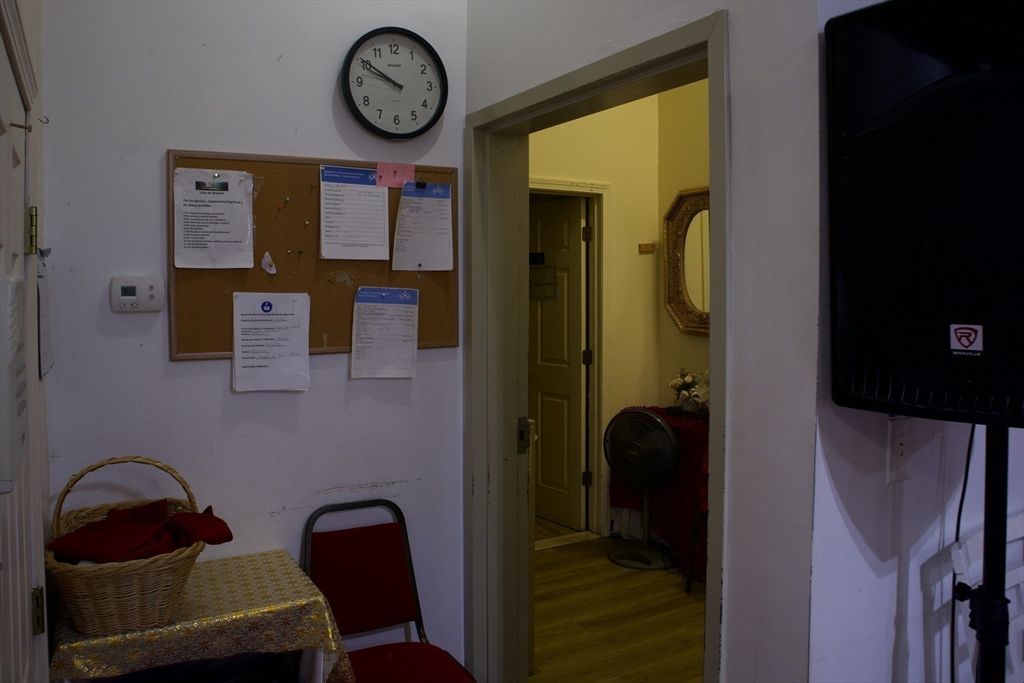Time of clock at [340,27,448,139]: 9:50
